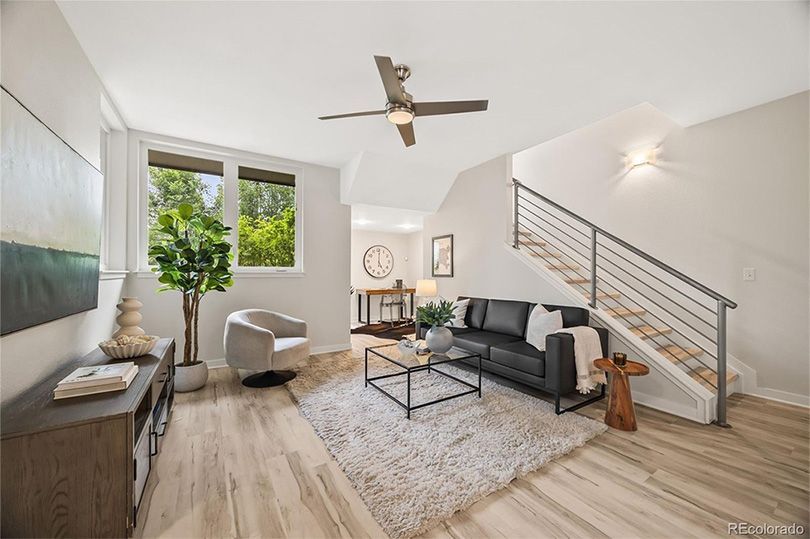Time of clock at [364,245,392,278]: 5:00
